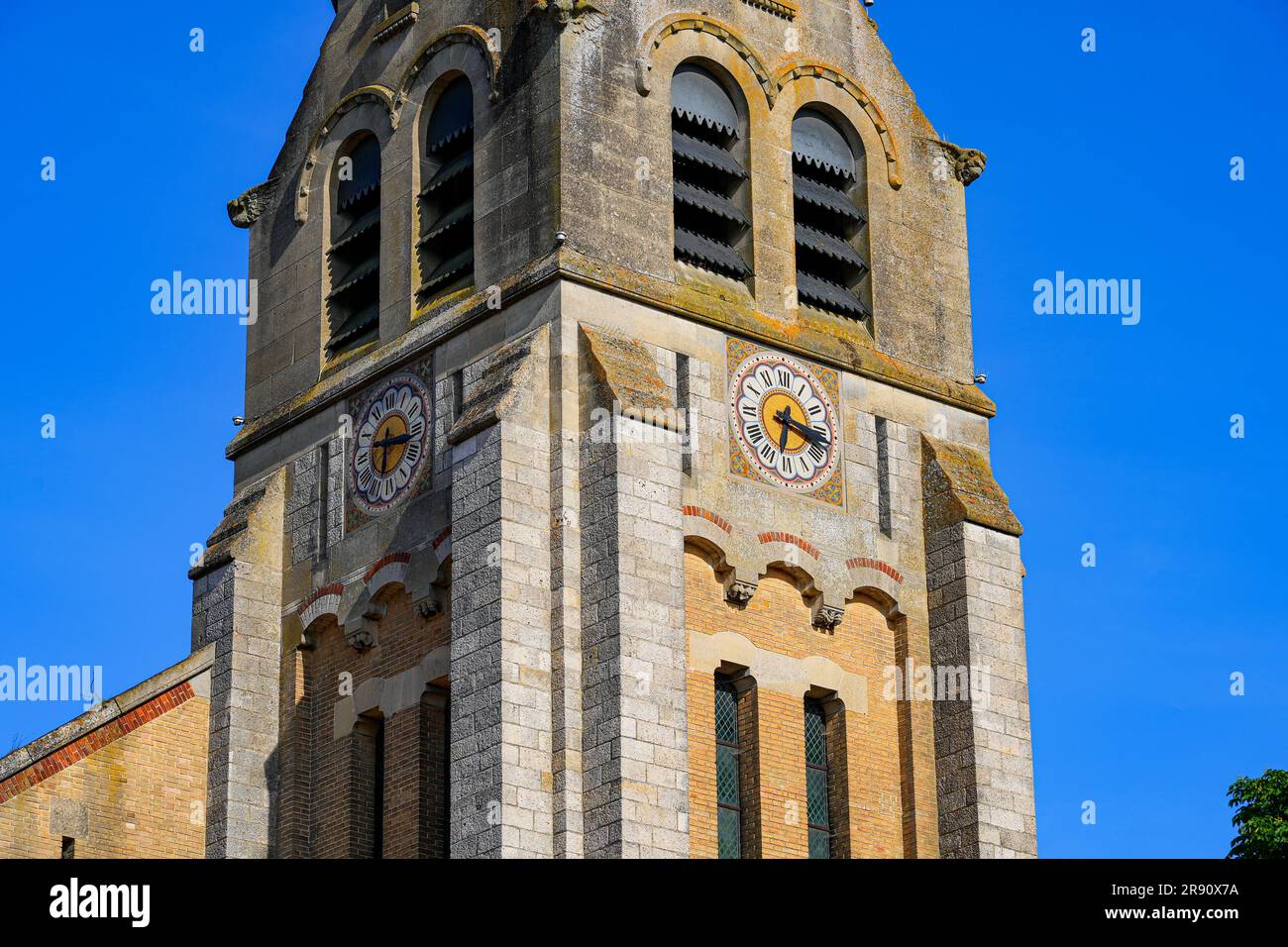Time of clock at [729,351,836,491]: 6:16
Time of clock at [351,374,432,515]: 6:17
